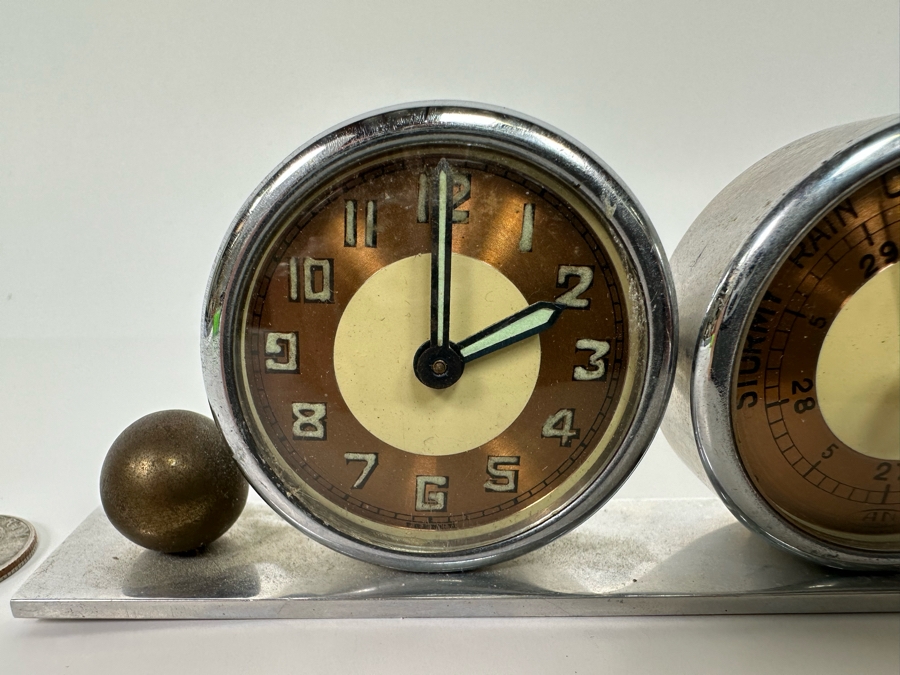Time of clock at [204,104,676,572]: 2:00
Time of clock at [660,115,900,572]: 2:11
